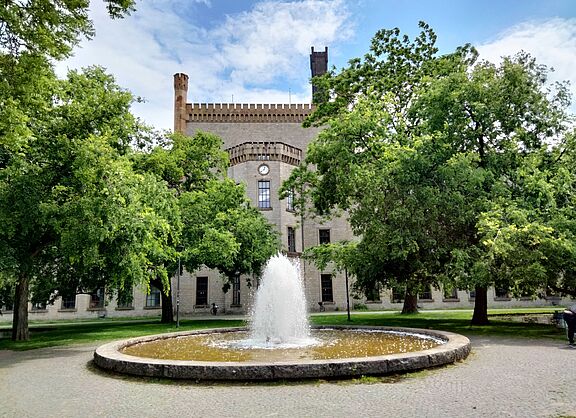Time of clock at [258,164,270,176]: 12:38
